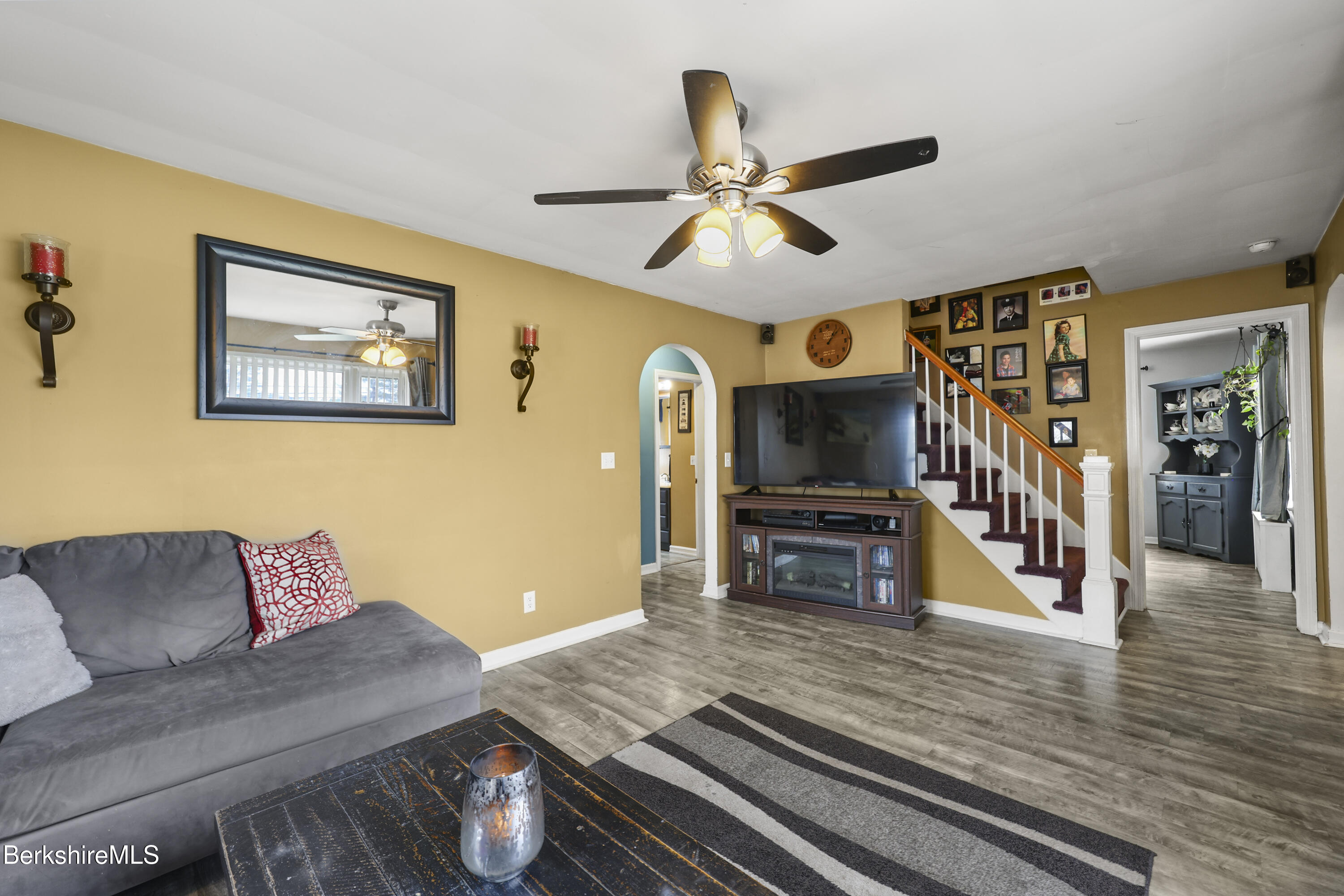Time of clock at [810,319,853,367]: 1:07
